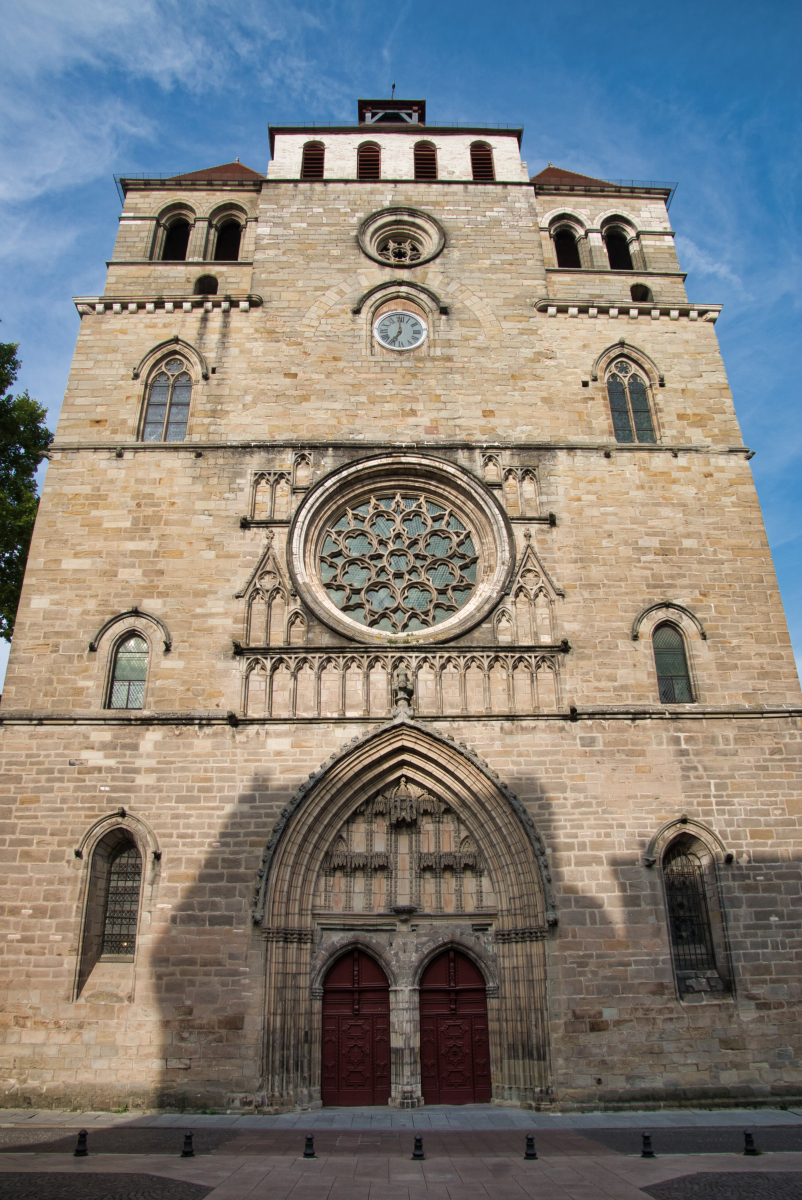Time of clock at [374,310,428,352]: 7:00
